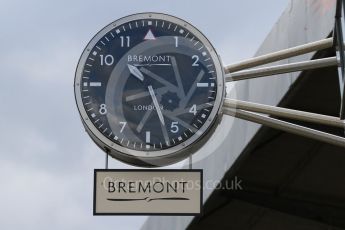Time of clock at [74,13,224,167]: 10:26
